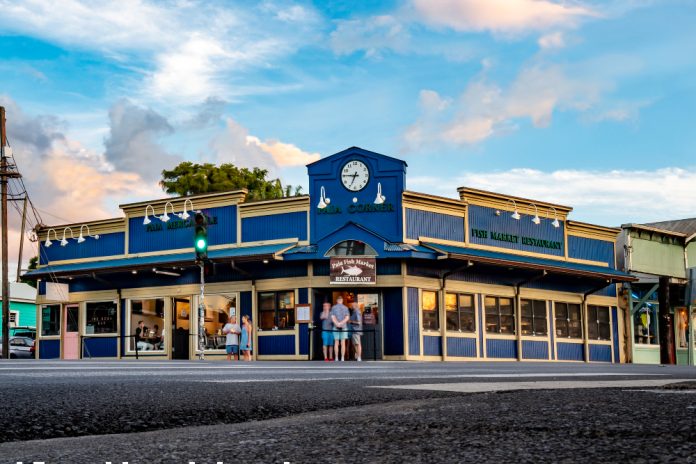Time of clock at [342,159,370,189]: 6:45
